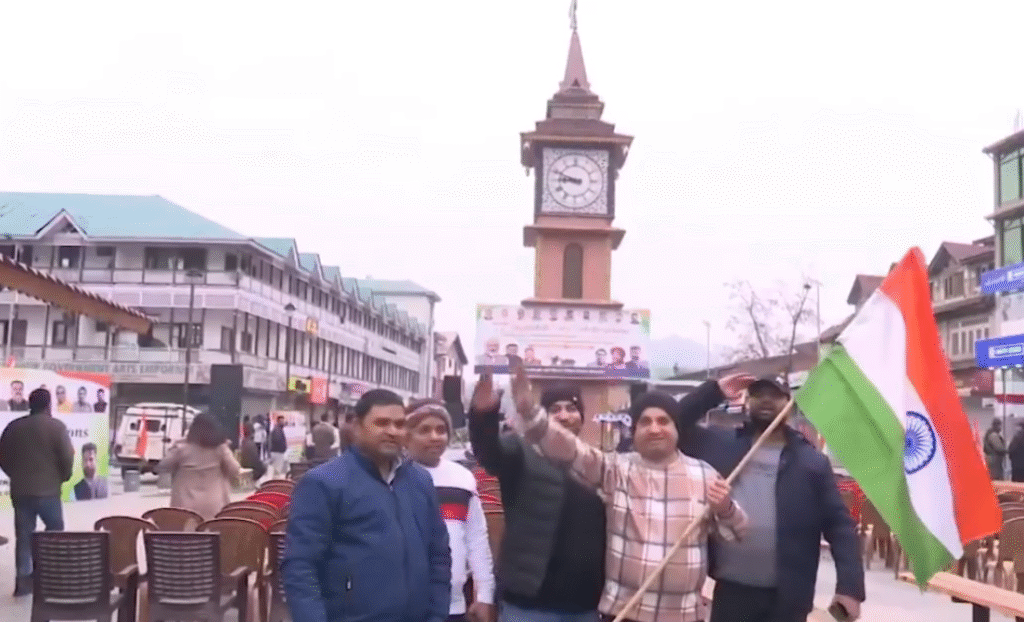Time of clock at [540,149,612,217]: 8:48
